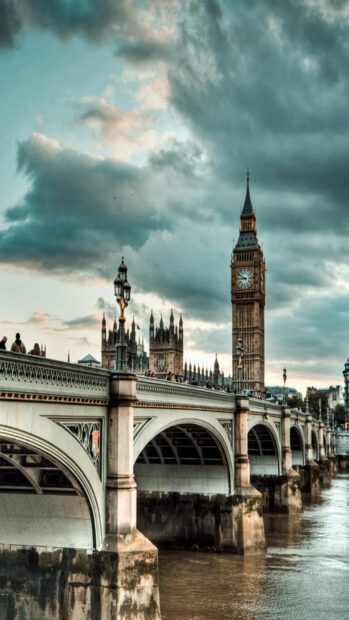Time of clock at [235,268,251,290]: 8:49
